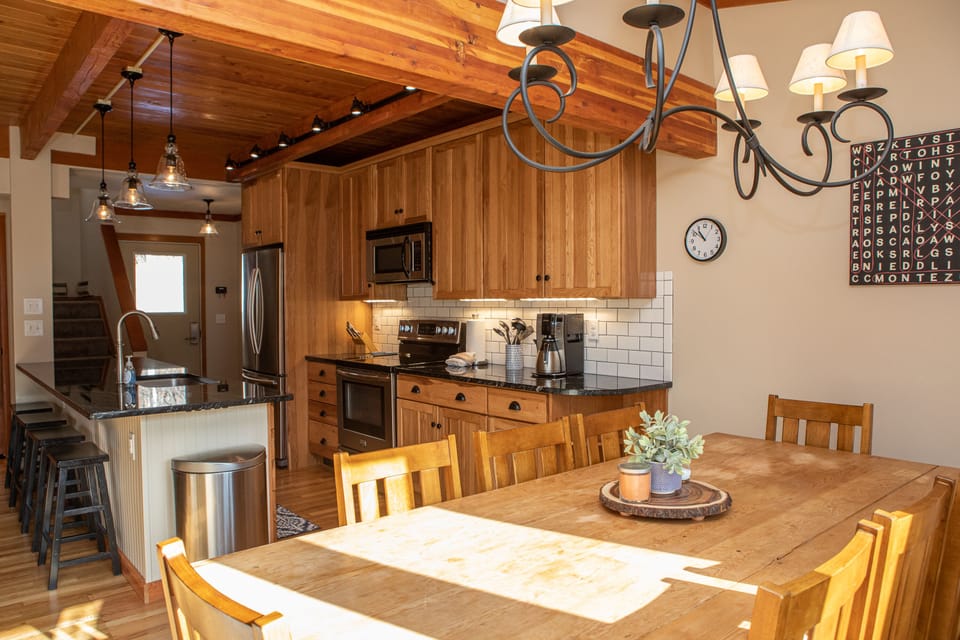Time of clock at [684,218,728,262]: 10:51
